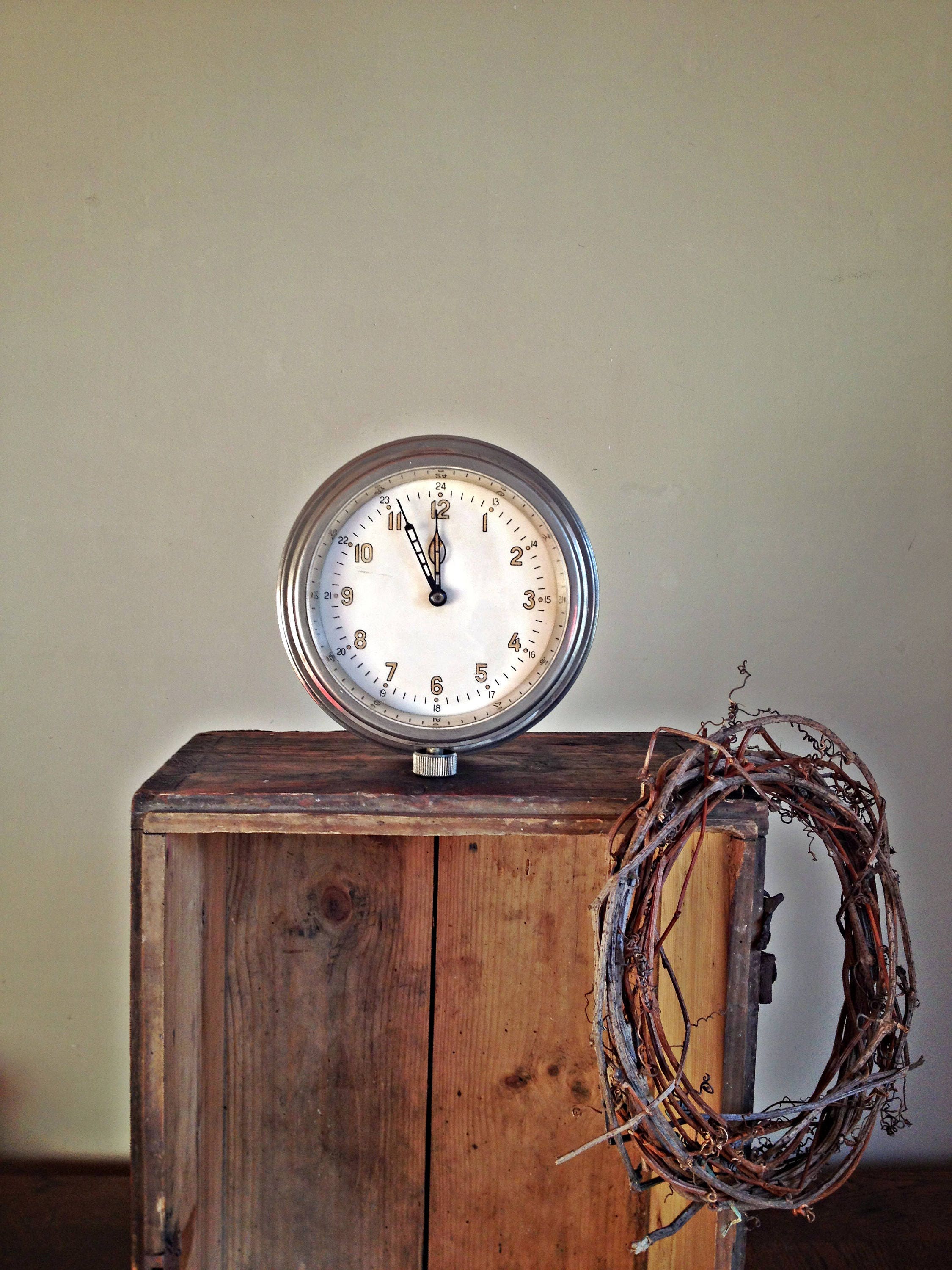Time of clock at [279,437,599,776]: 11:55
